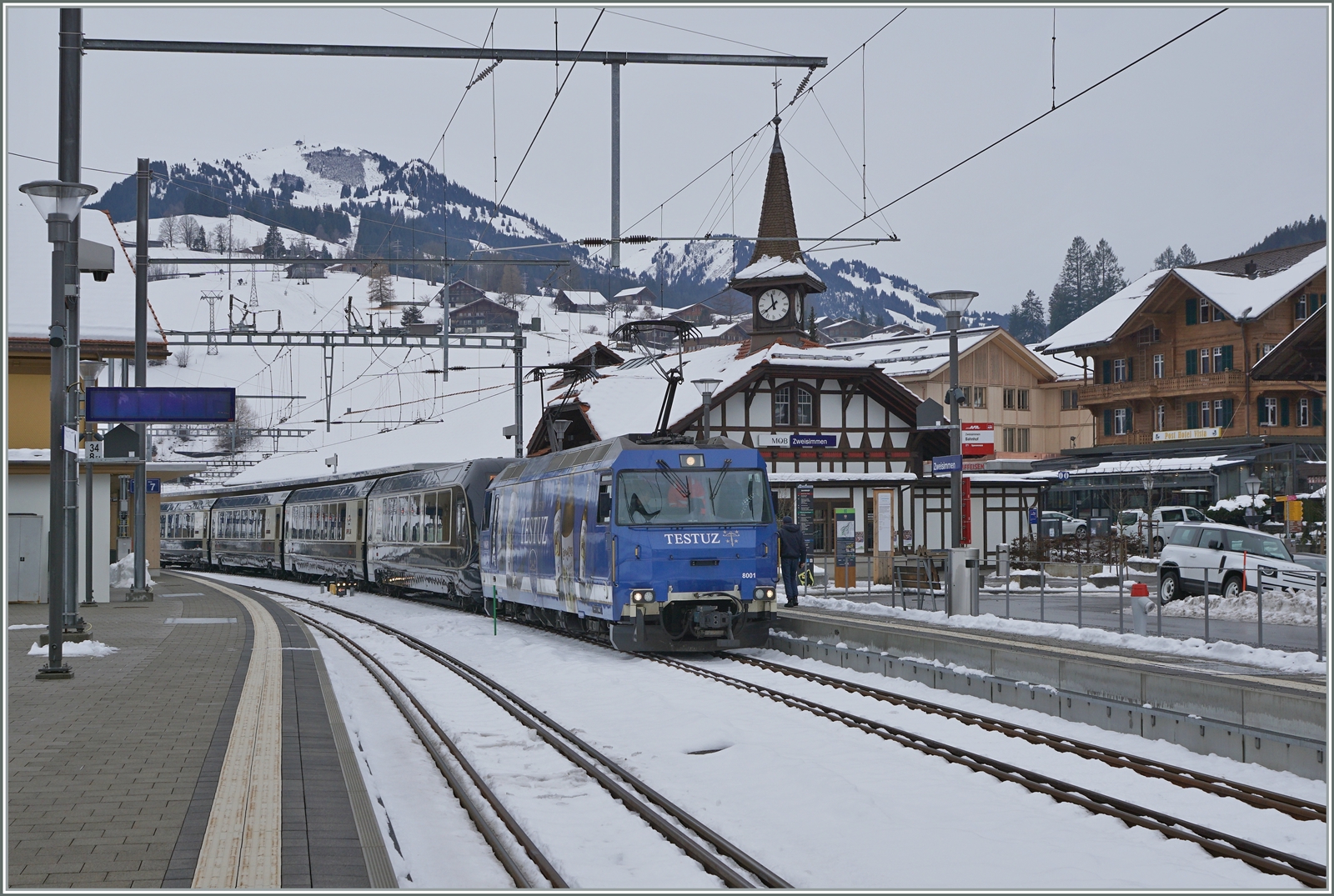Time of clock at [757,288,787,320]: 11:38
